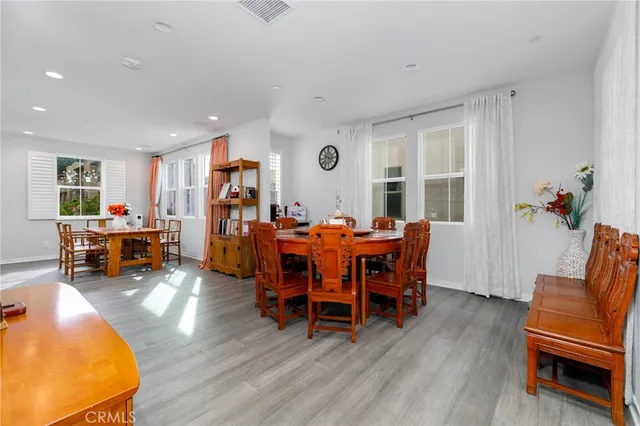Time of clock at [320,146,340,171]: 10:14
